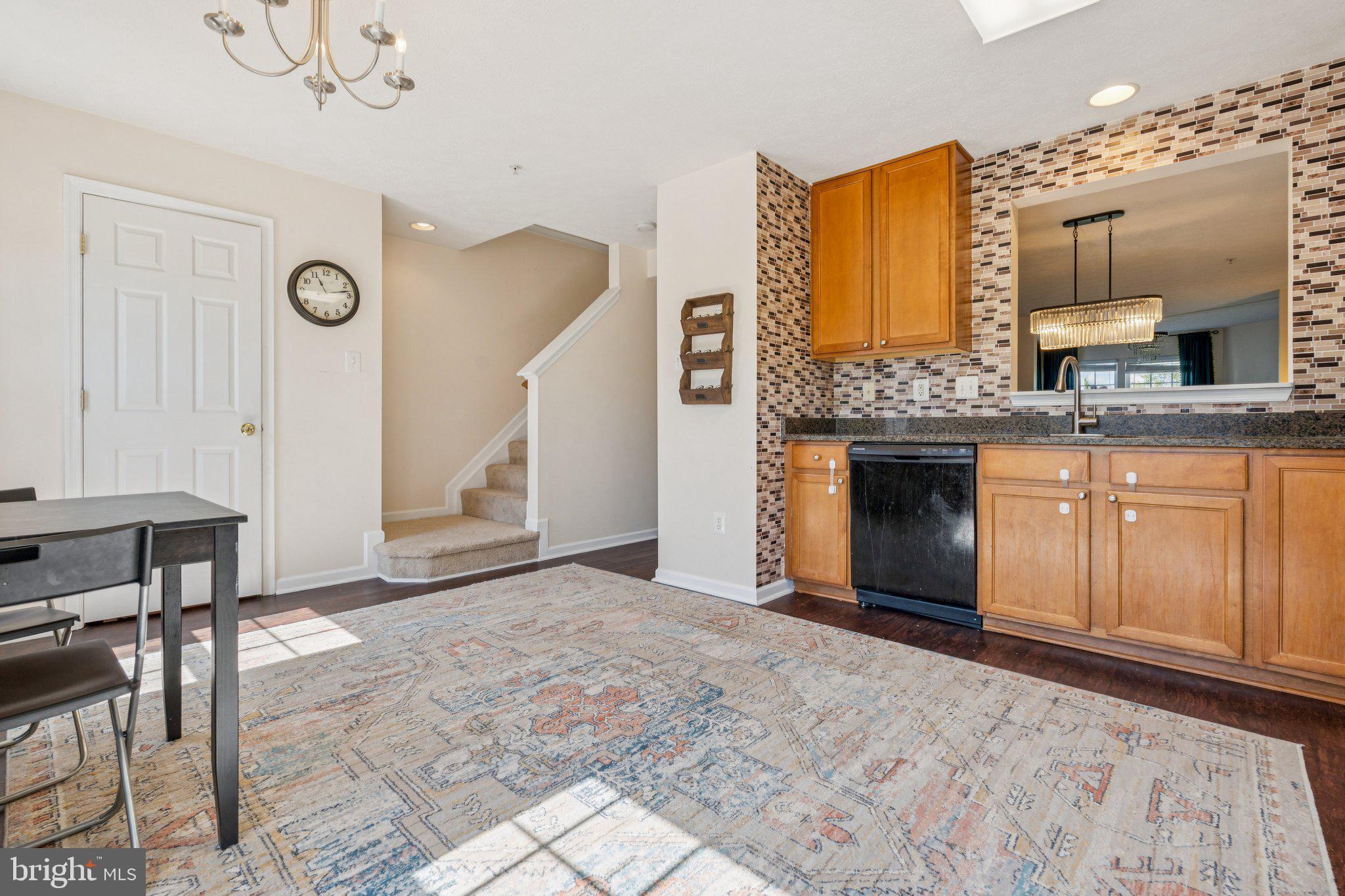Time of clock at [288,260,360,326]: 11:13
